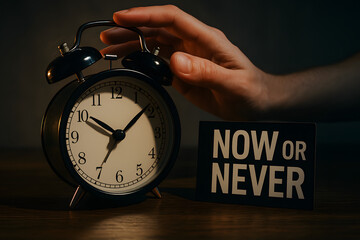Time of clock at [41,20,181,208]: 10:07
